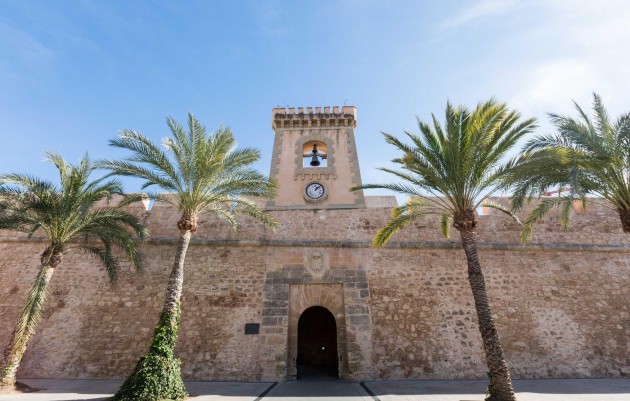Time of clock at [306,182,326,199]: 1:07
